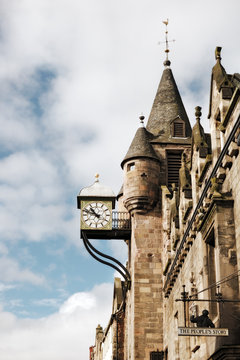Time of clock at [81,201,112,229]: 10:48
